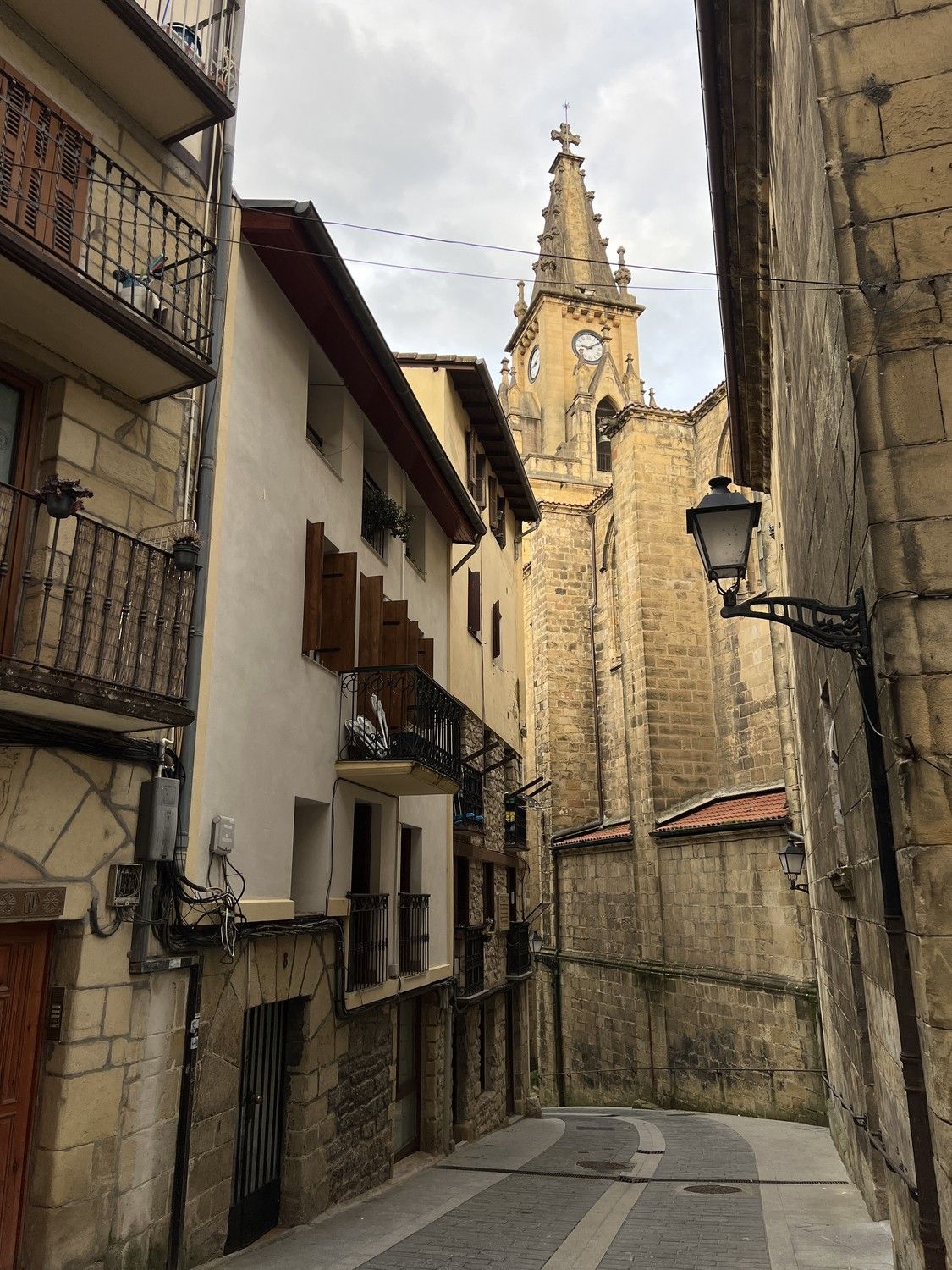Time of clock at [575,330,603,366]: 9:10
